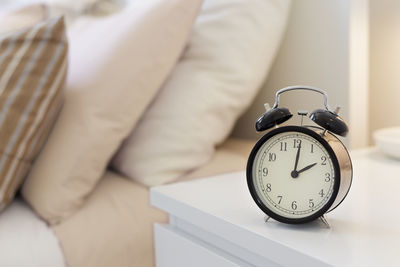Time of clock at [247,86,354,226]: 2:01
